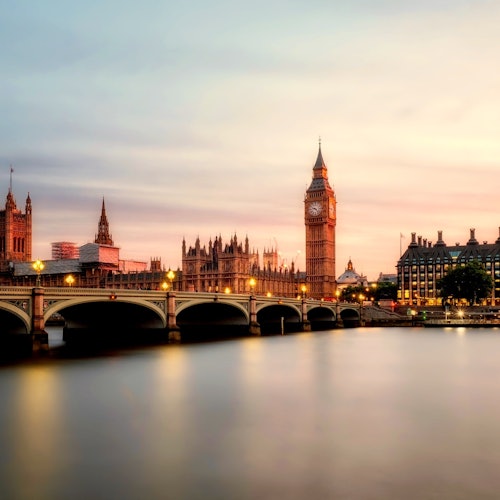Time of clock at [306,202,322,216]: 9:22
